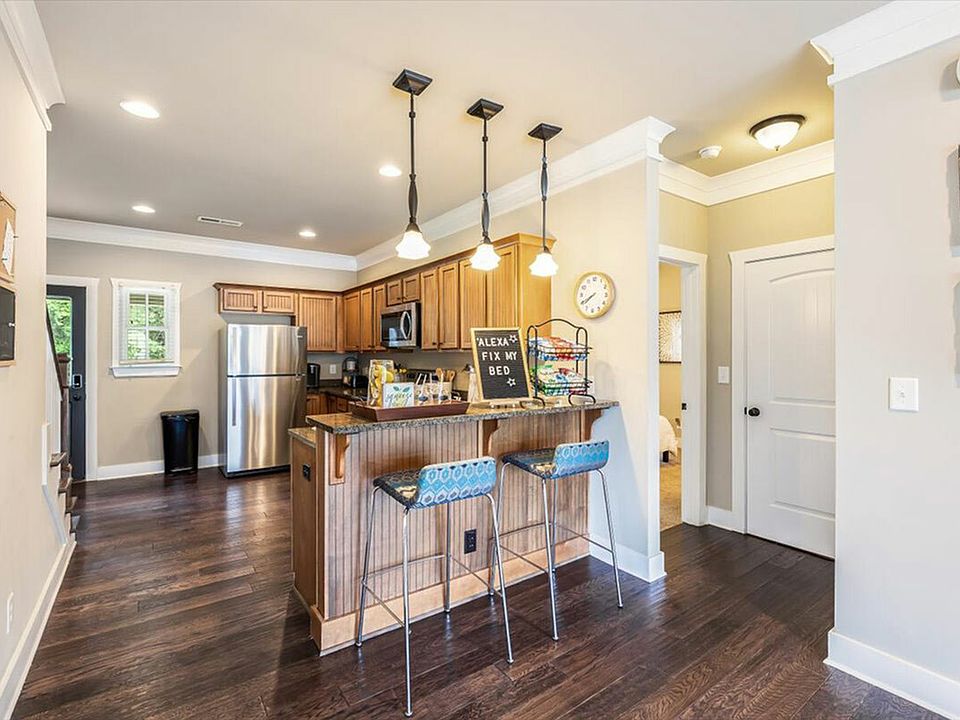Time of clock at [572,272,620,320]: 7:40
